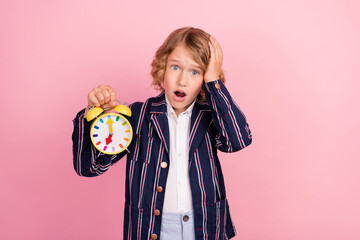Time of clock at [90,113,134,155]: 7:00
